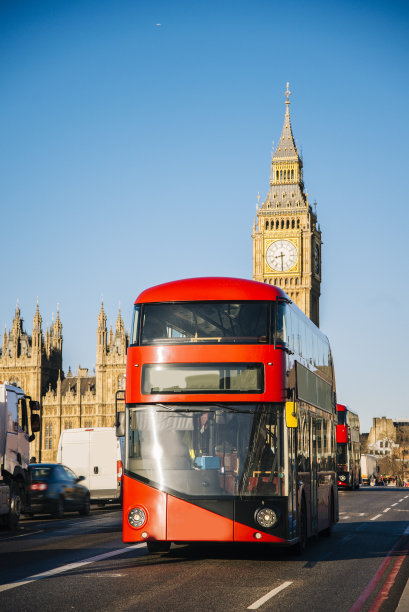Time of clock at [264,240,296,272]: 8:29
